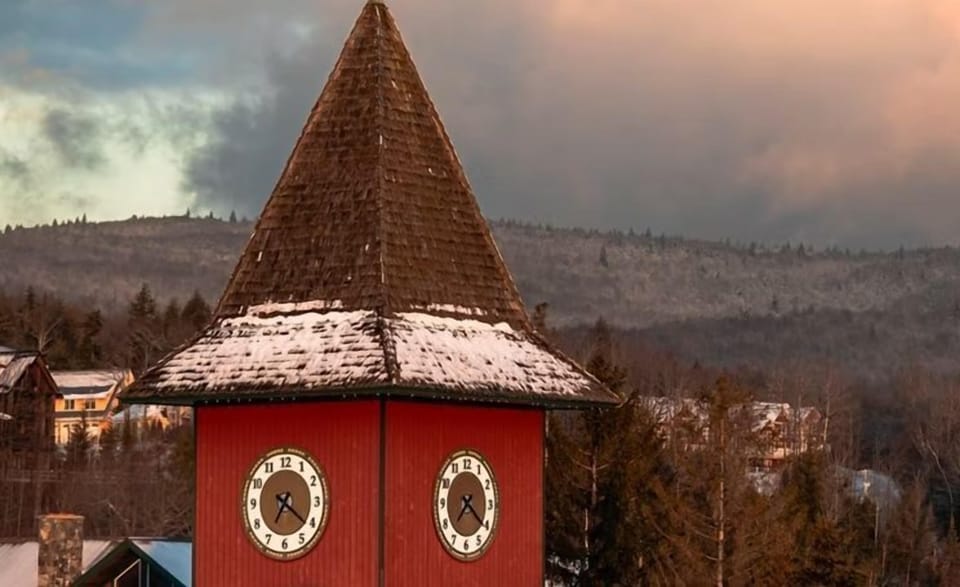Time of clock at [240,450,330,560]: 7:21
